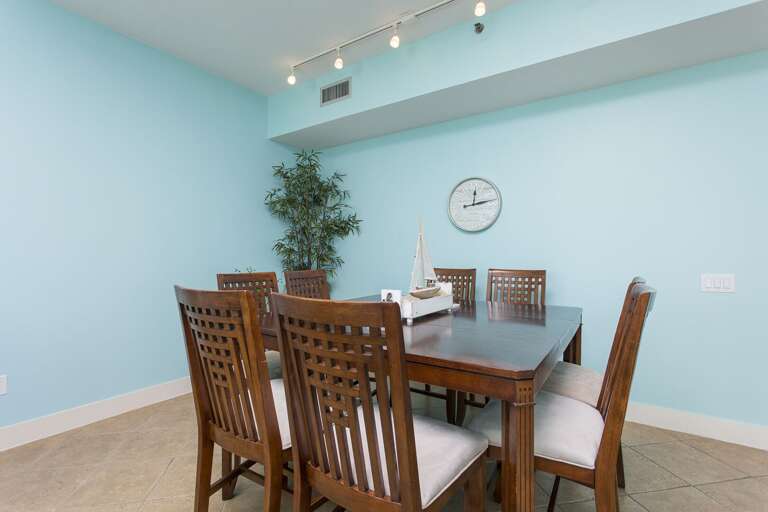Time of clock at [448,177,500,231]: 12:13
